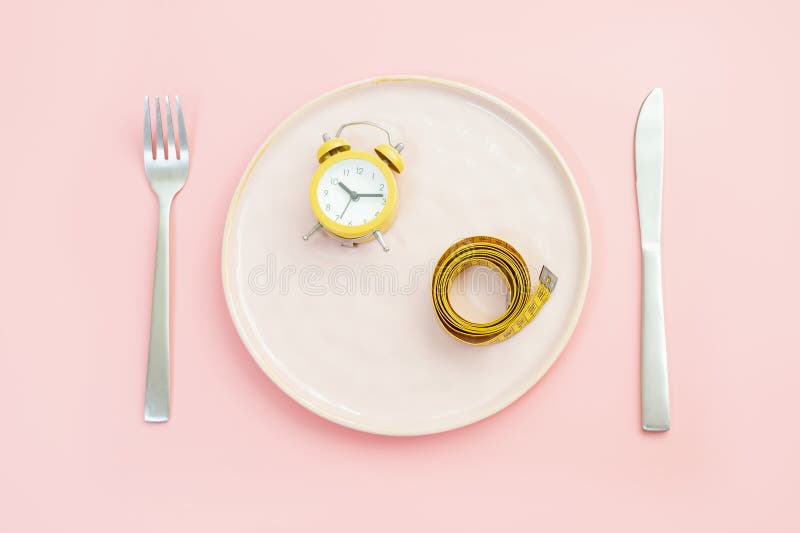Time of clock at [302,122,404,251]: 10:13
